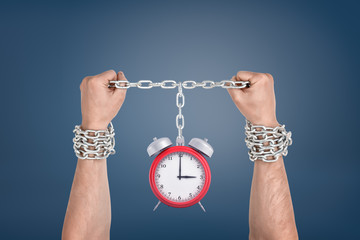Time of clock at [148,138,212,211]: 2:59
